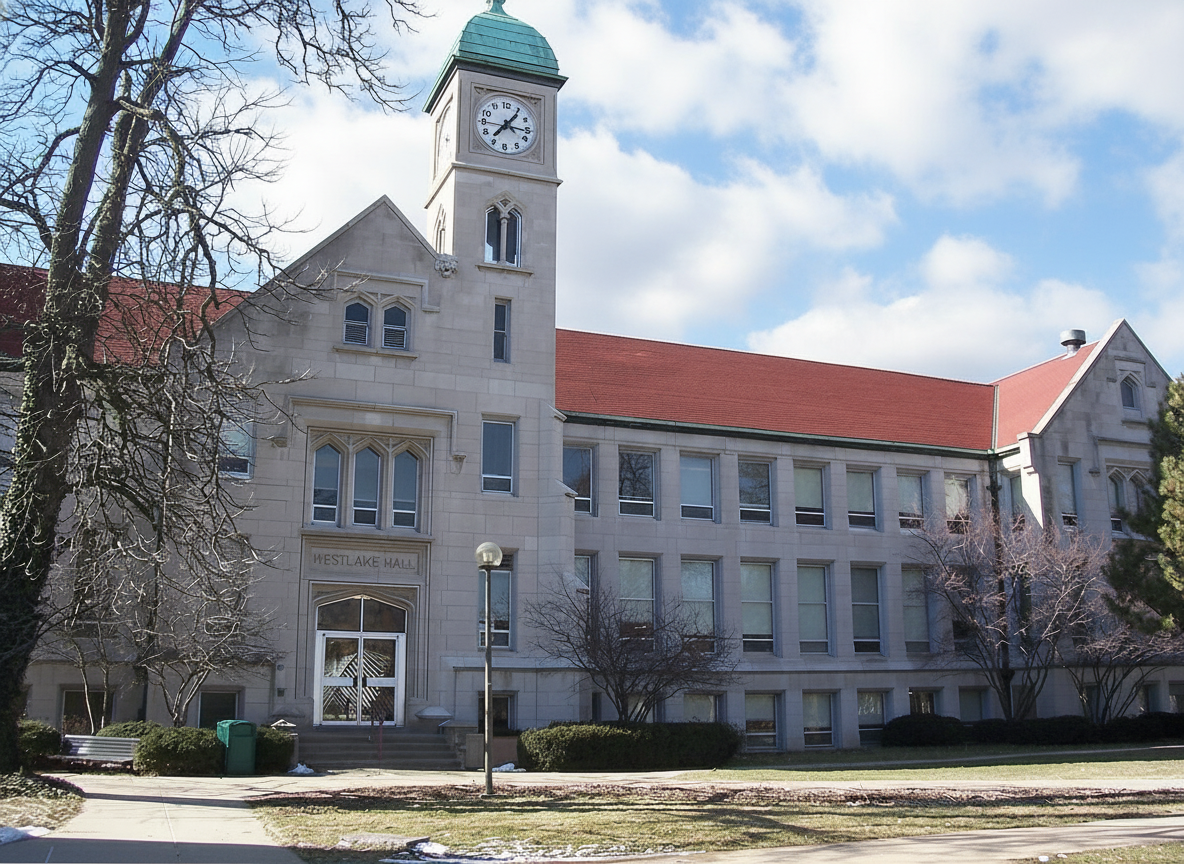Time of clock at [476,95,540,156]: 7:16
